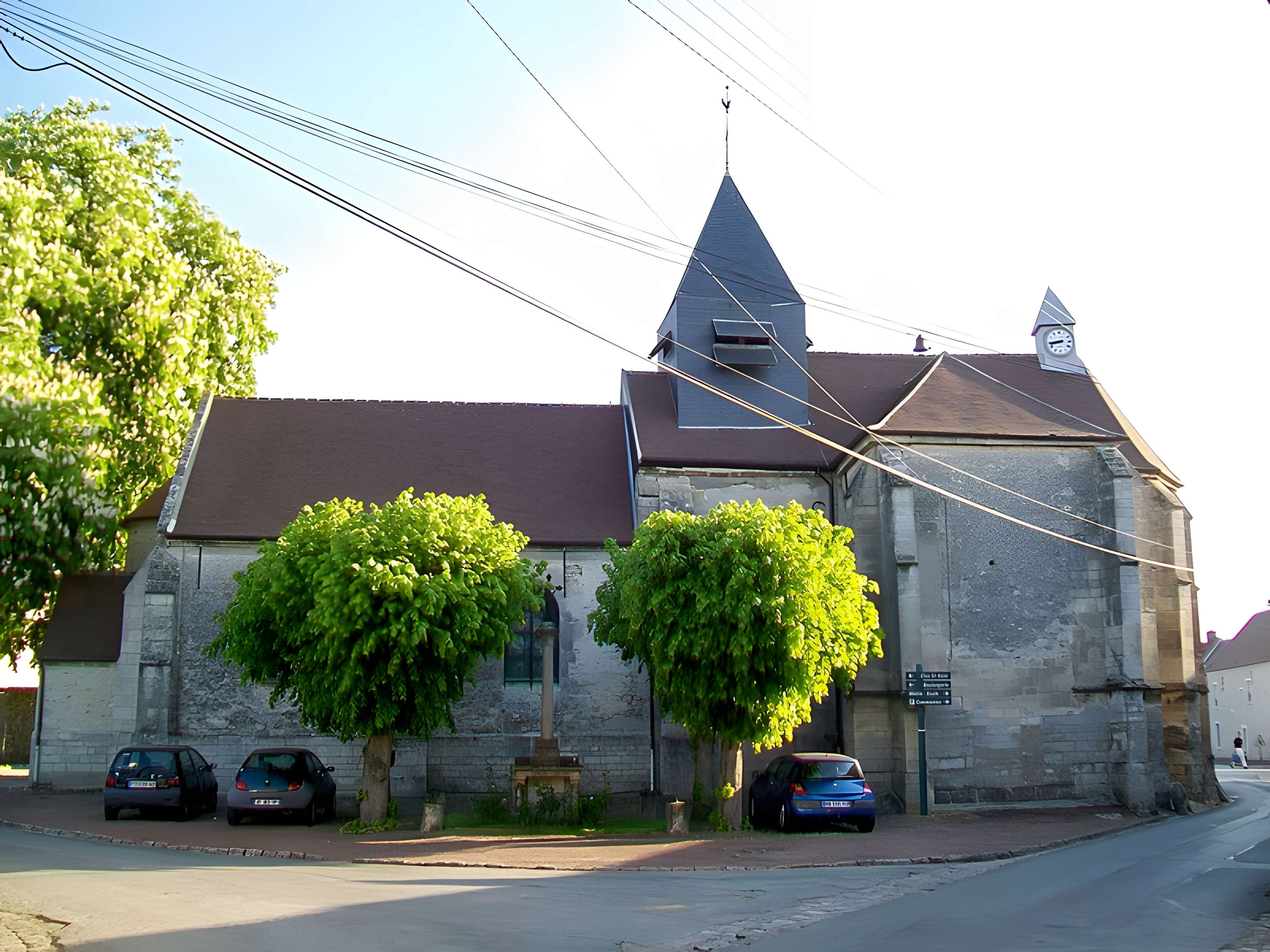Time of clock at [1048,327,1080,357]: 8:43
